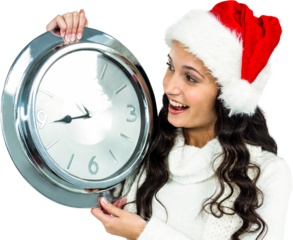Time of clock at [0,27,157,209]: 8:43
